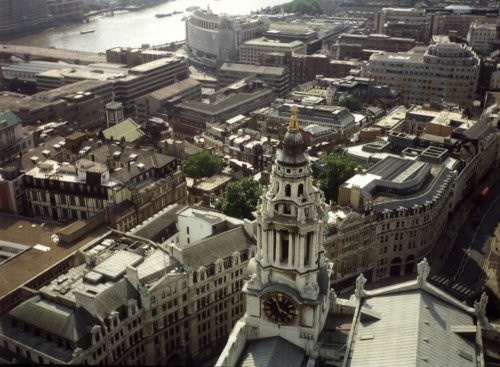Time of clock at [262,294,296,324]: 3:56
